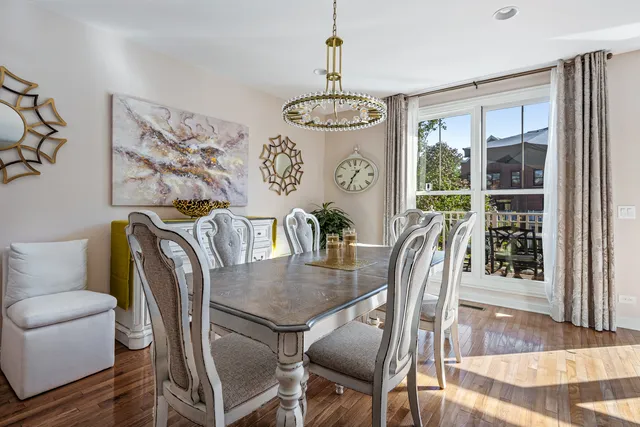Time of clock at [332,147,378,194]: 1:34
